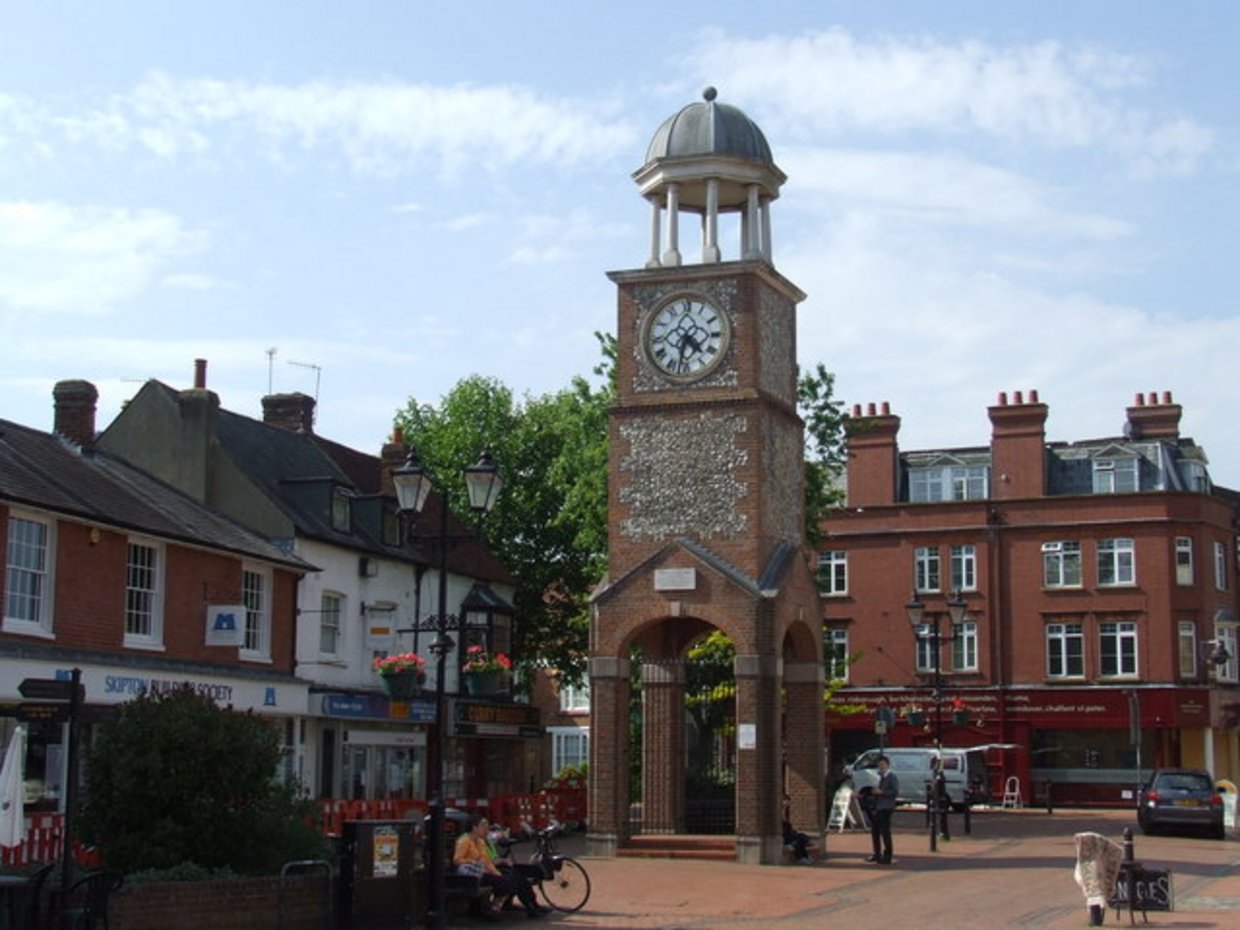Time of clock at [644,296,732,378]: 4:32
